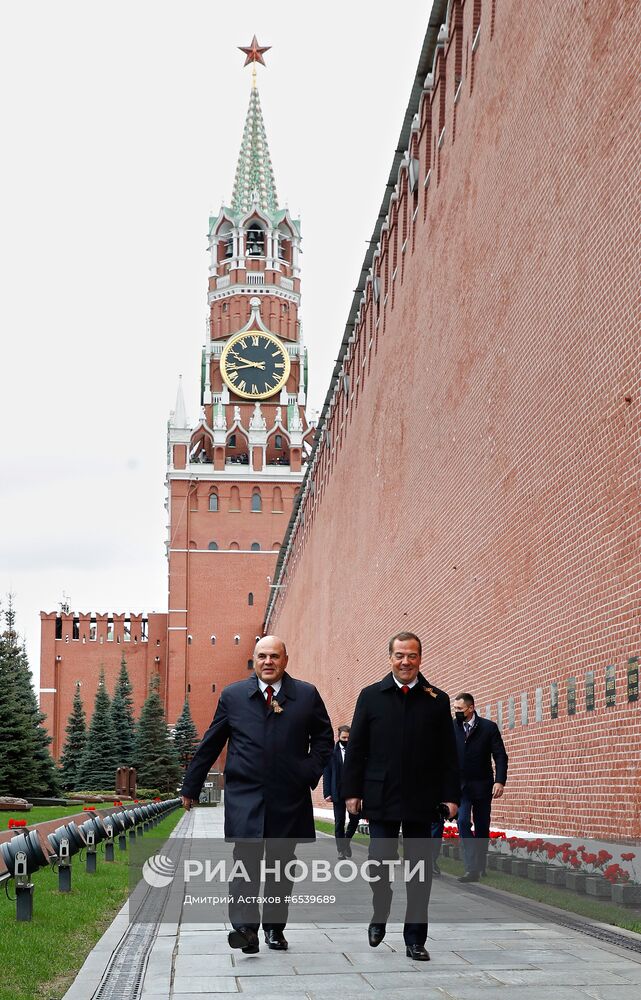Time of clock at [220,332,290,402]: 9:42
